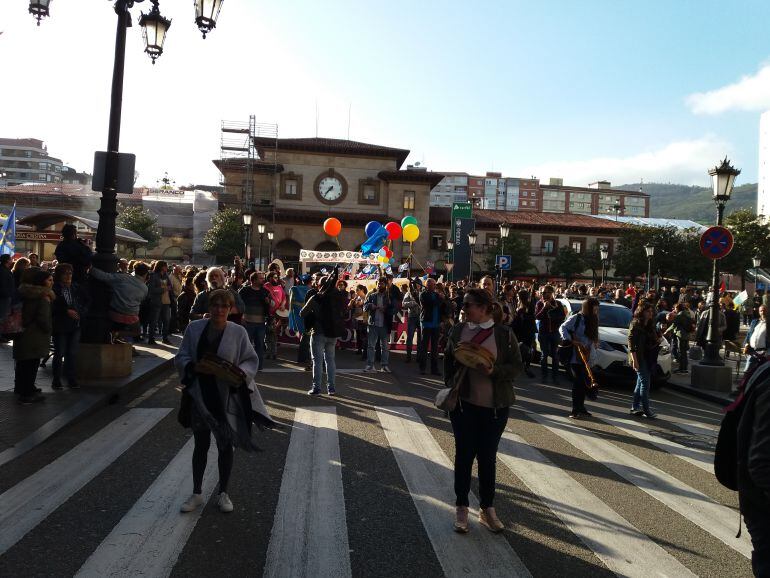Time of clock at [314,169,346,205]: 7:36
